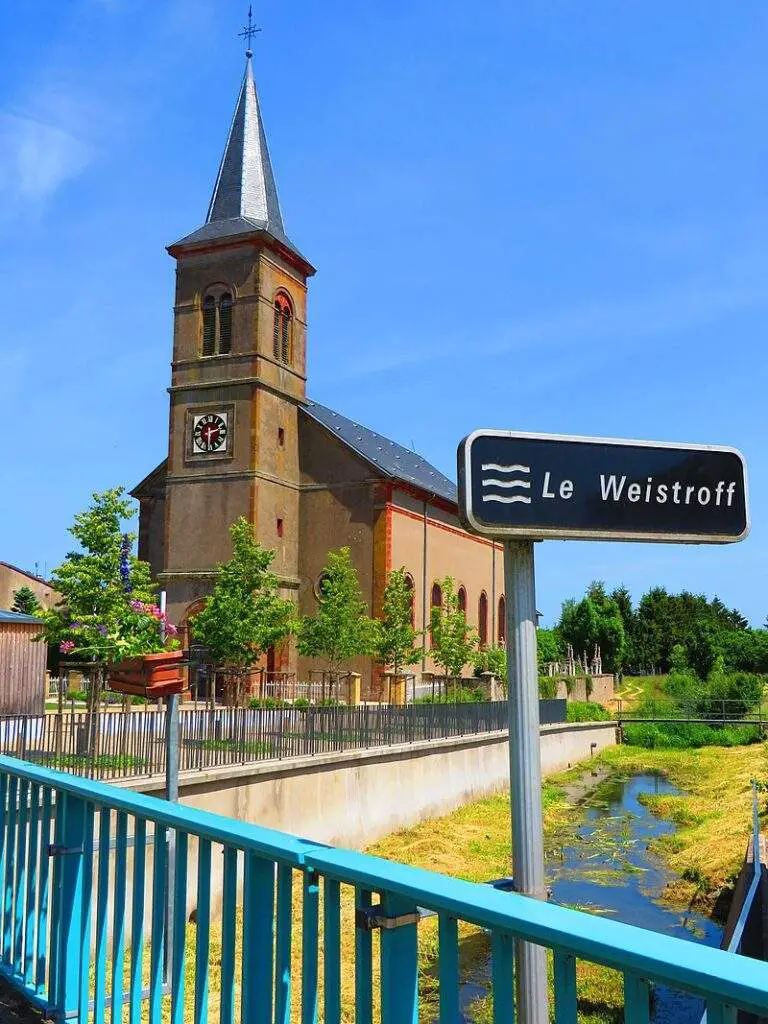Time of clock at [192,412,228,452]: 2:30
